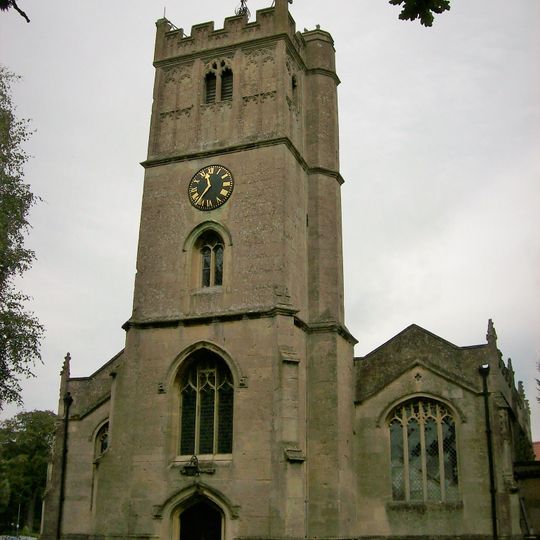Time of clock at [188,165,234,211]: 11:36
